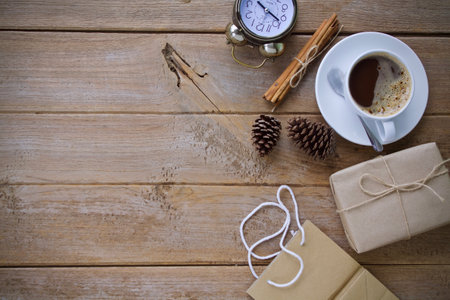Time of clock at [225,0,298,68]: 10:22
